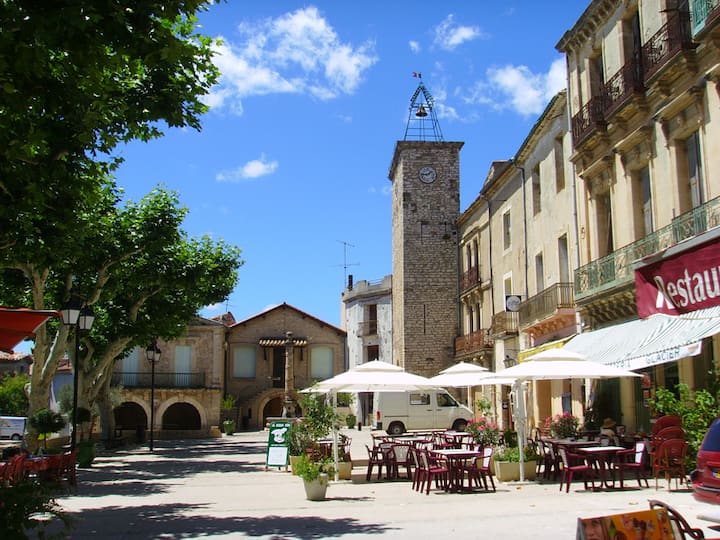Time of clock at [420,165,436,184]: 1:43
